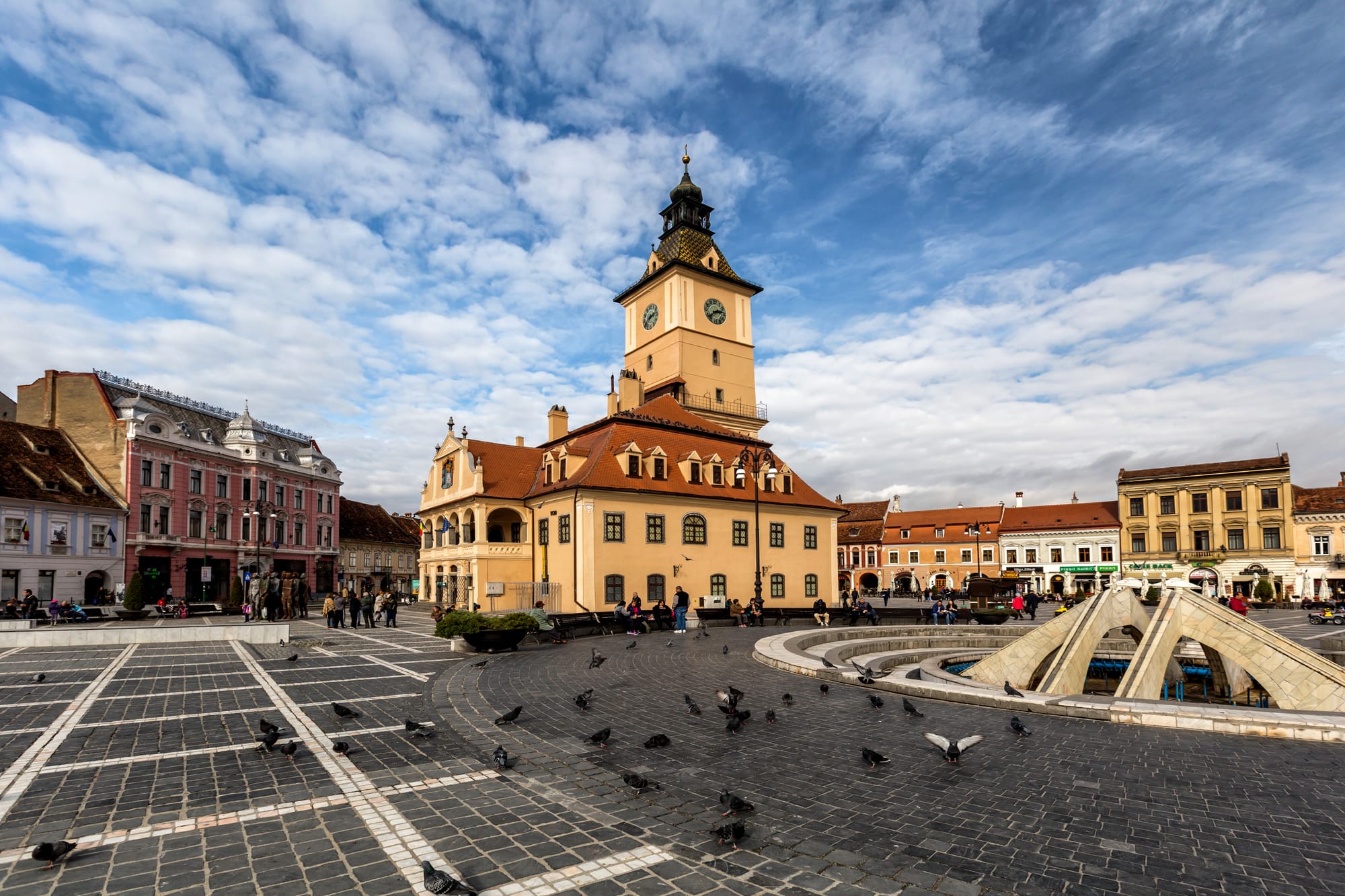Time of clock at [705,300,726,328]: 2:38
